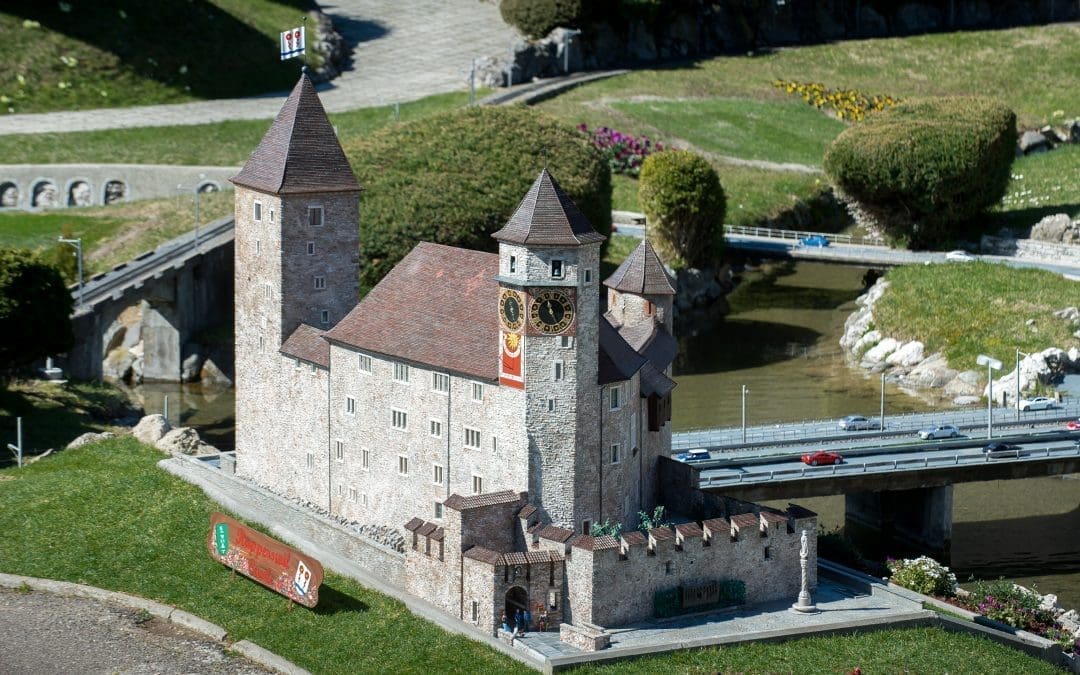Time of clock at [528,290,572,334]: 11:25
